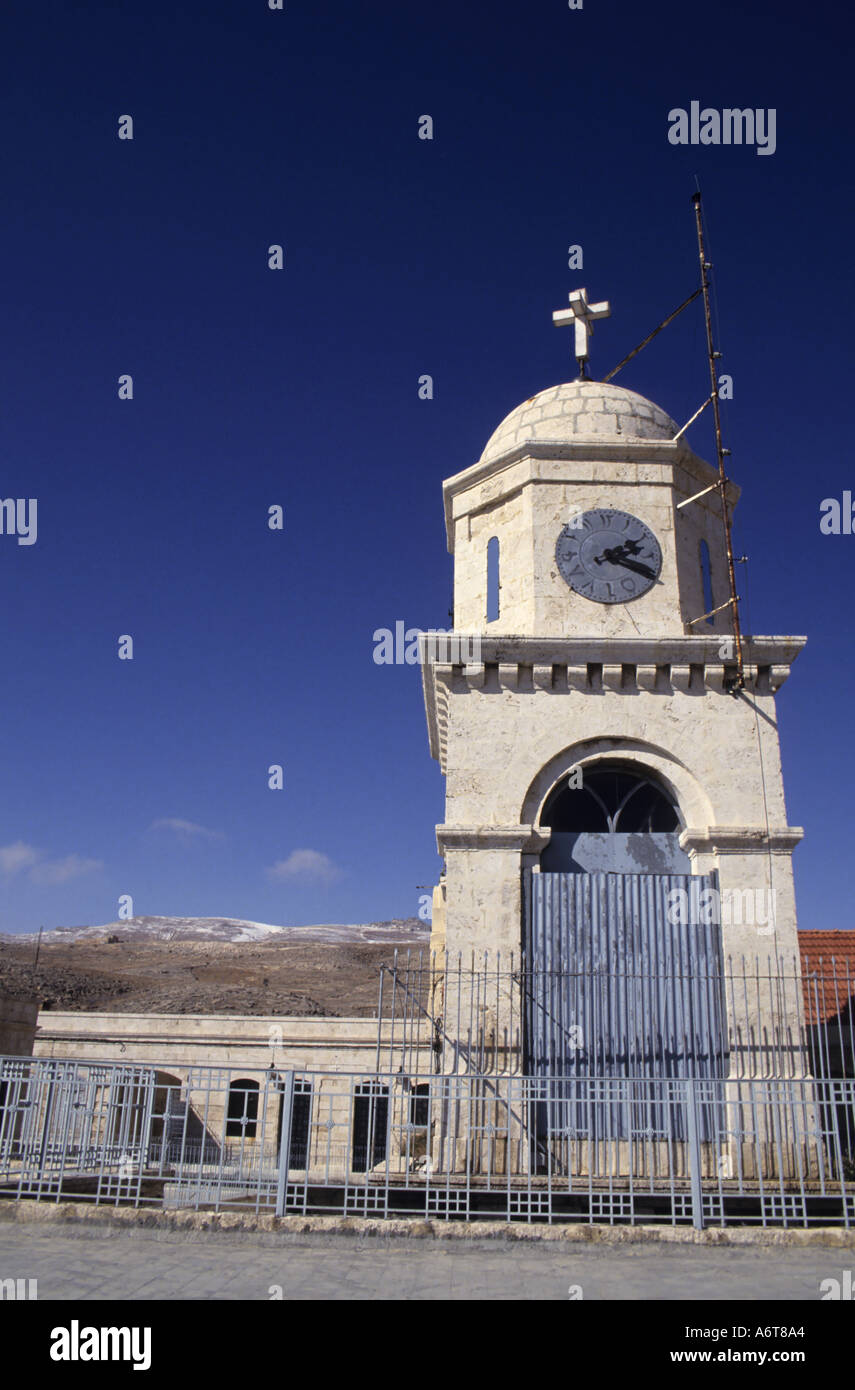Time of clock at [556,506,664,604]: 2:18
